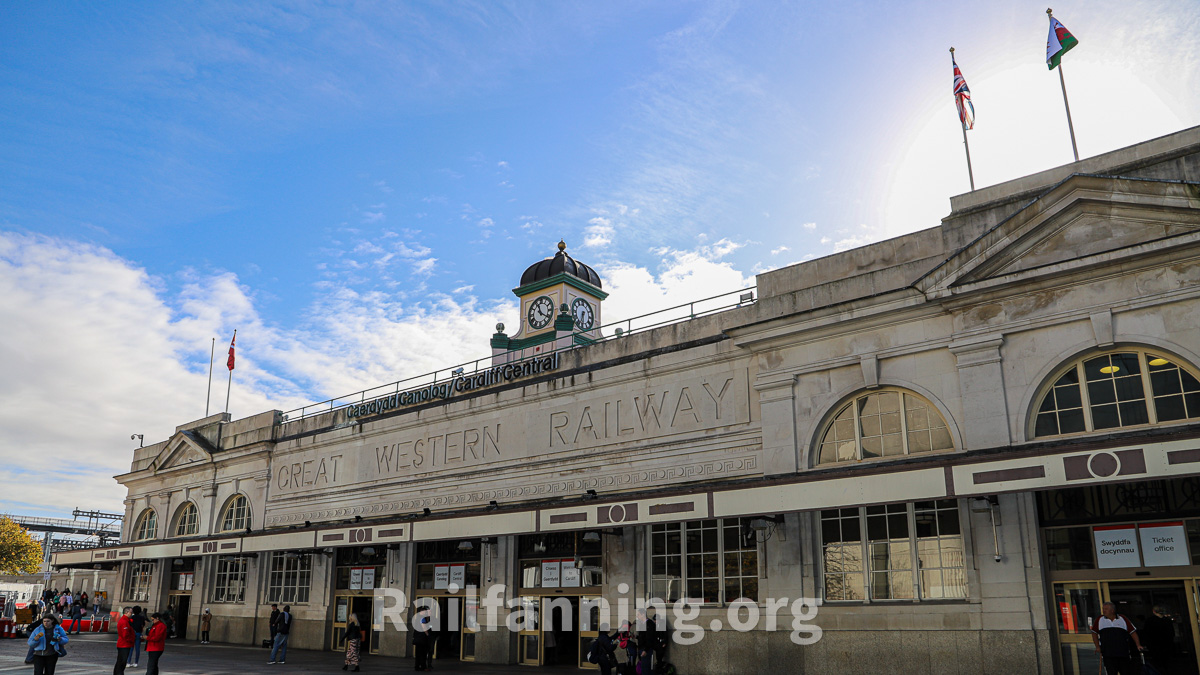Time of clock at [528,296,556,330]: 11:20
